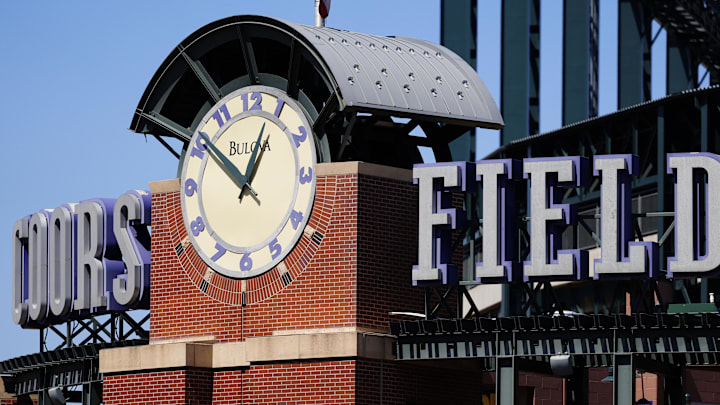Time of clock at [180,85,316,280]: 12:51
